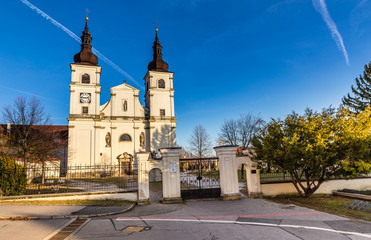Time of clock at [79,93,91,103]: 2:46
